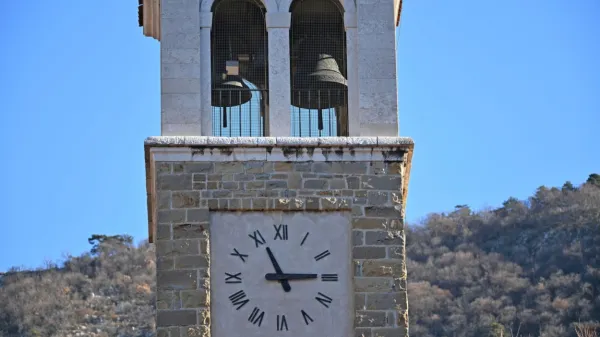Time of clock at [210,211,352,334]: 11:14
